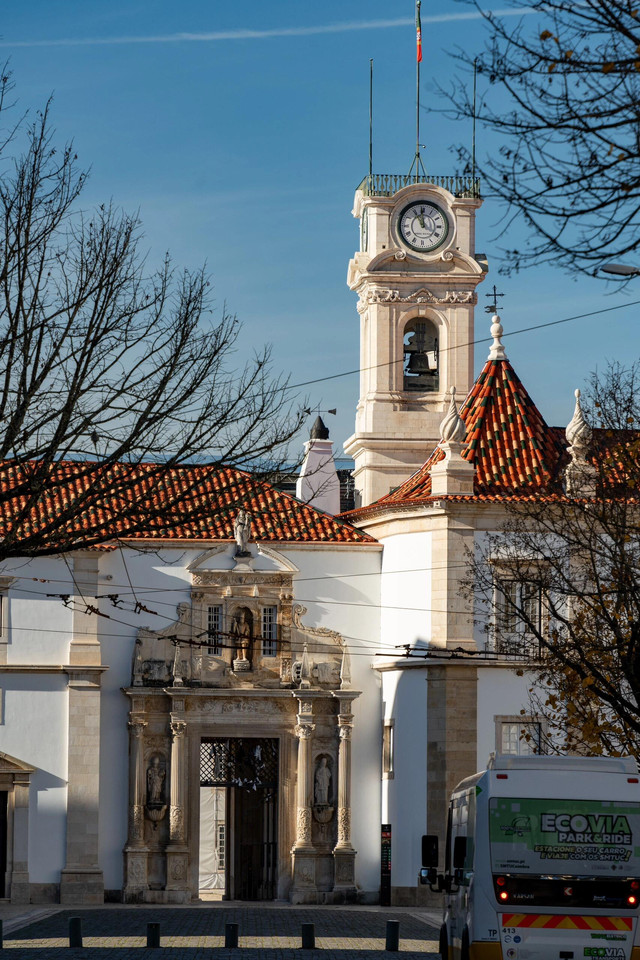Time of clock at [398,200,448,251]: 3:58
